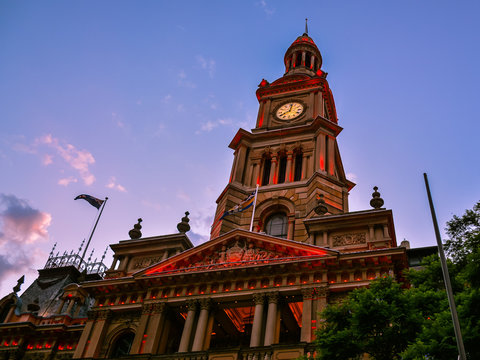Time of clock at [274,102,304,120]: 8:01
